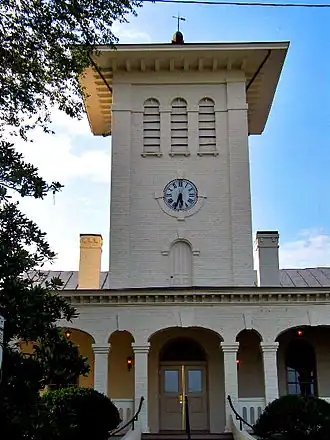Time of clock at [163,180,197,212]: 5:33
